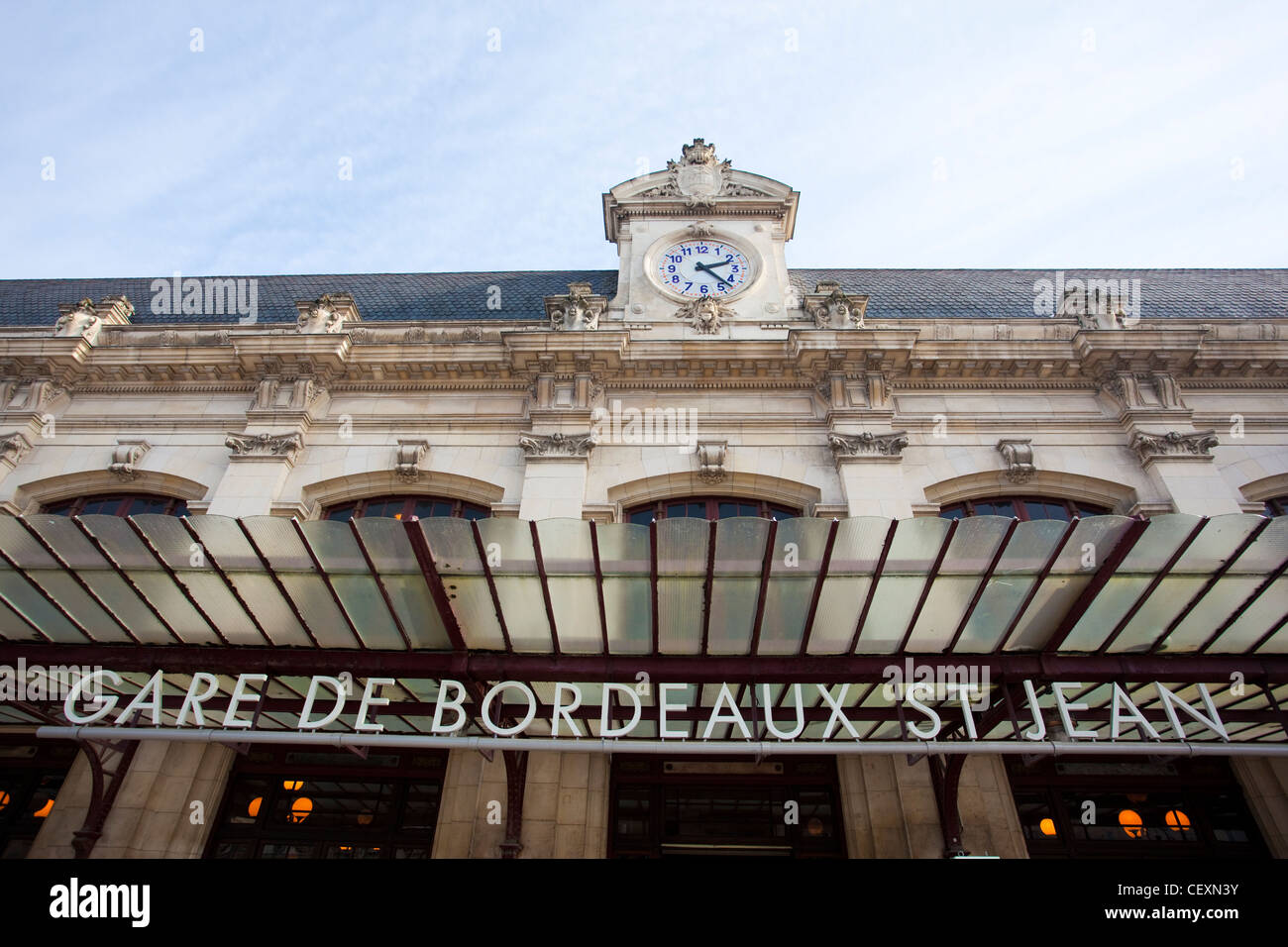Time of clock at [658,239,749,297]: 2:22
